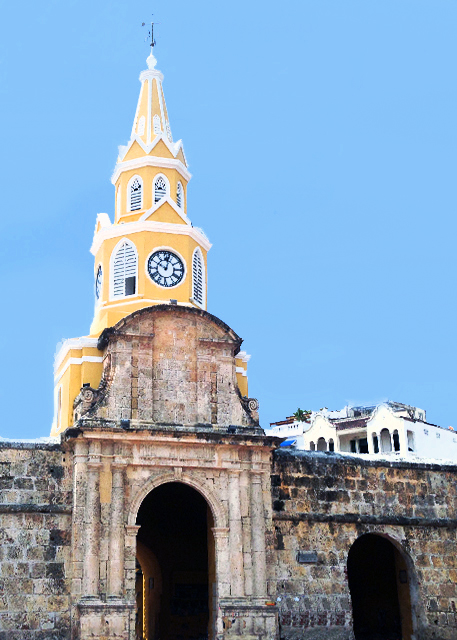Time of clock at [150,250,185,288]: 10:02
